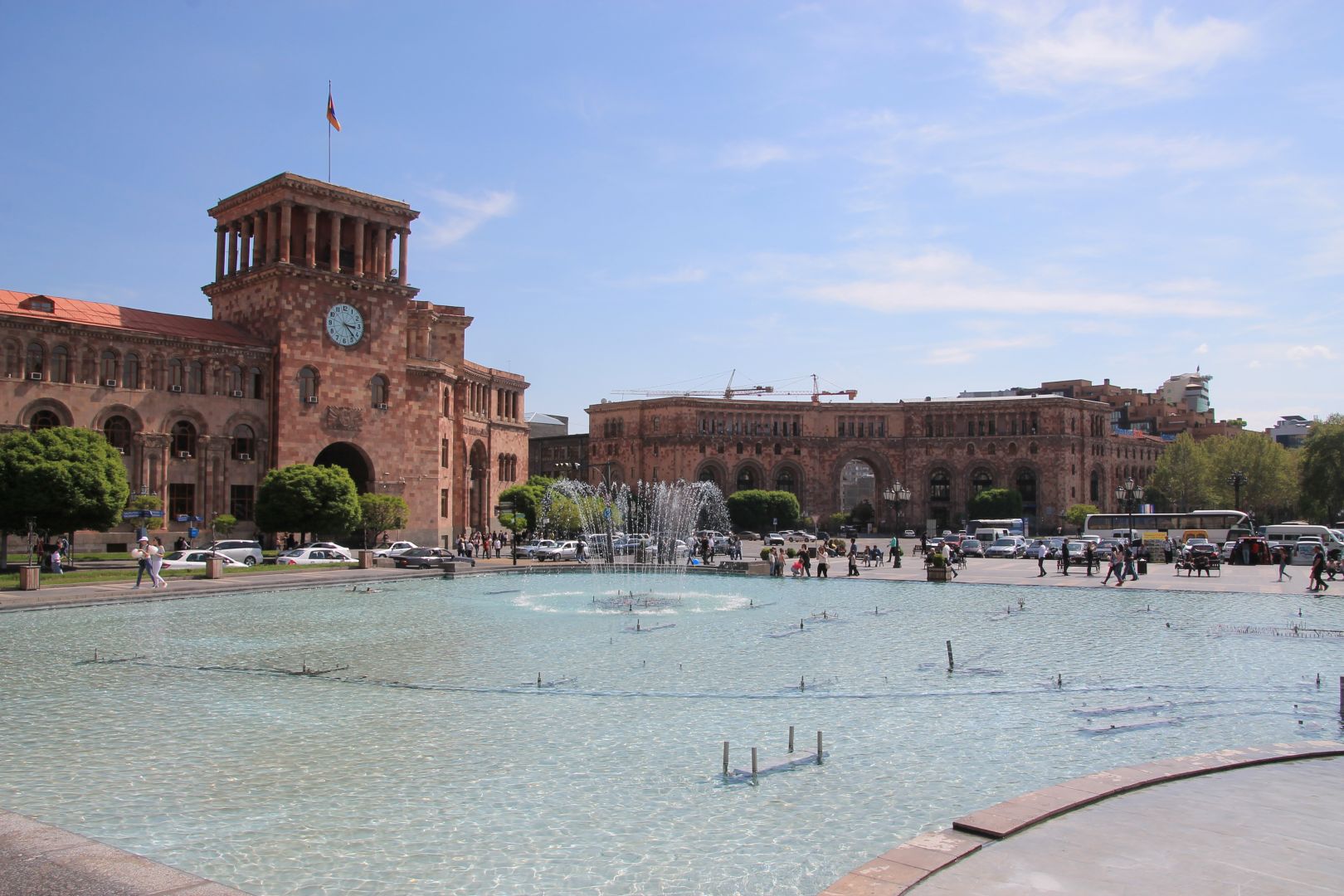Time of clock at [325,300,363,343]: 3:22
